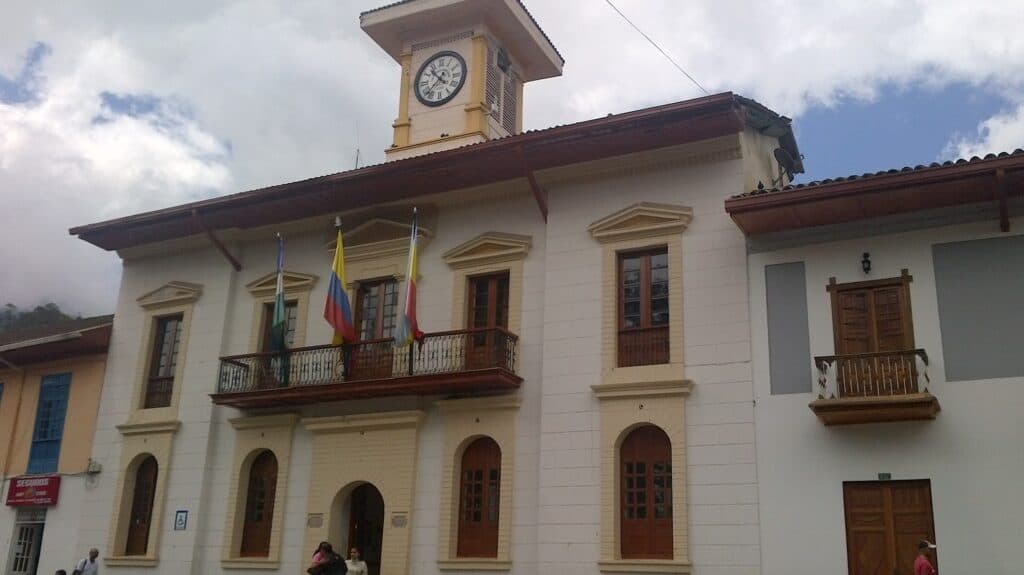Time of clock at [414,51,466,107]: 10:37
